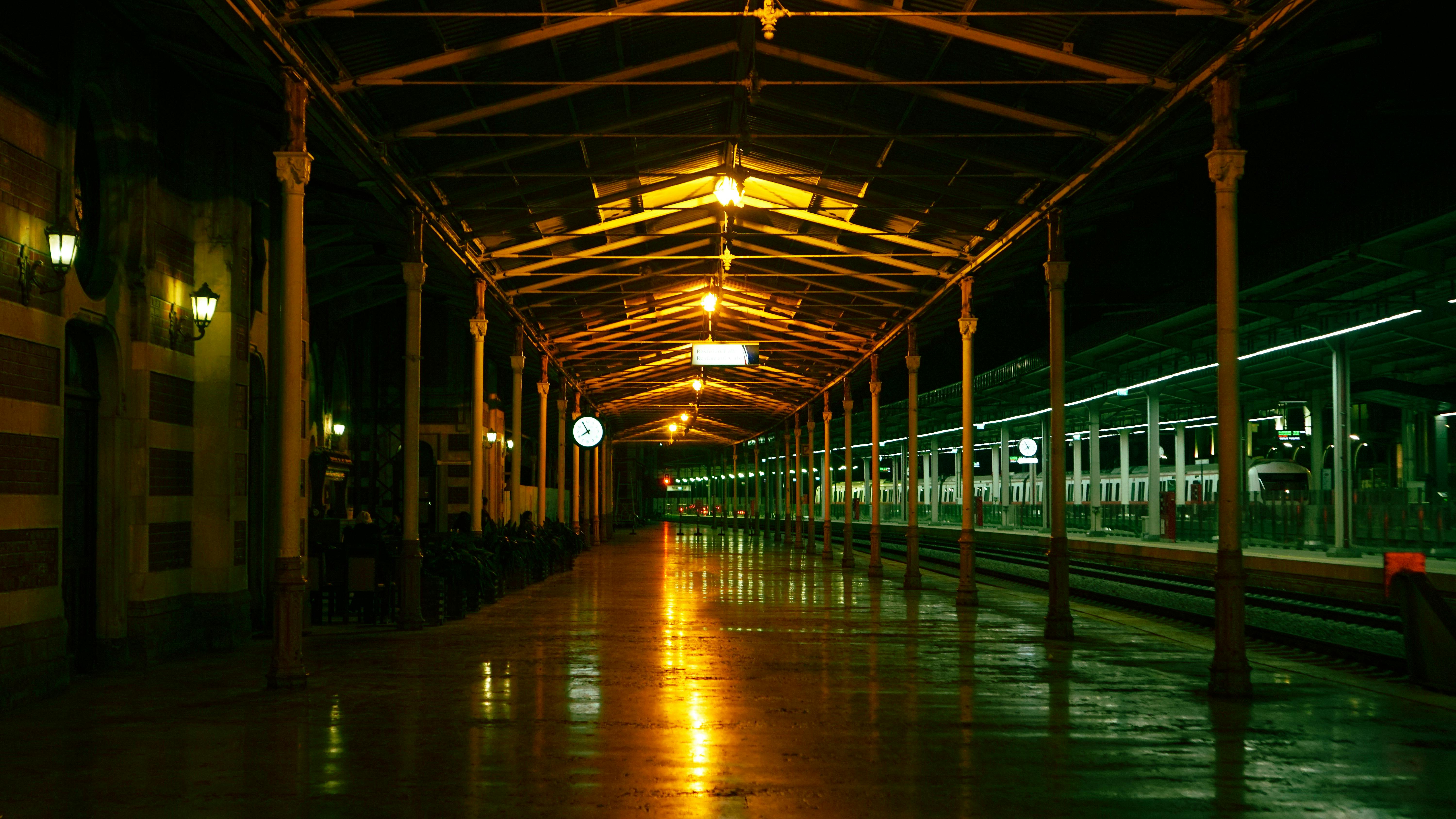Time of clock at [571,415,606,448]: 7:55
